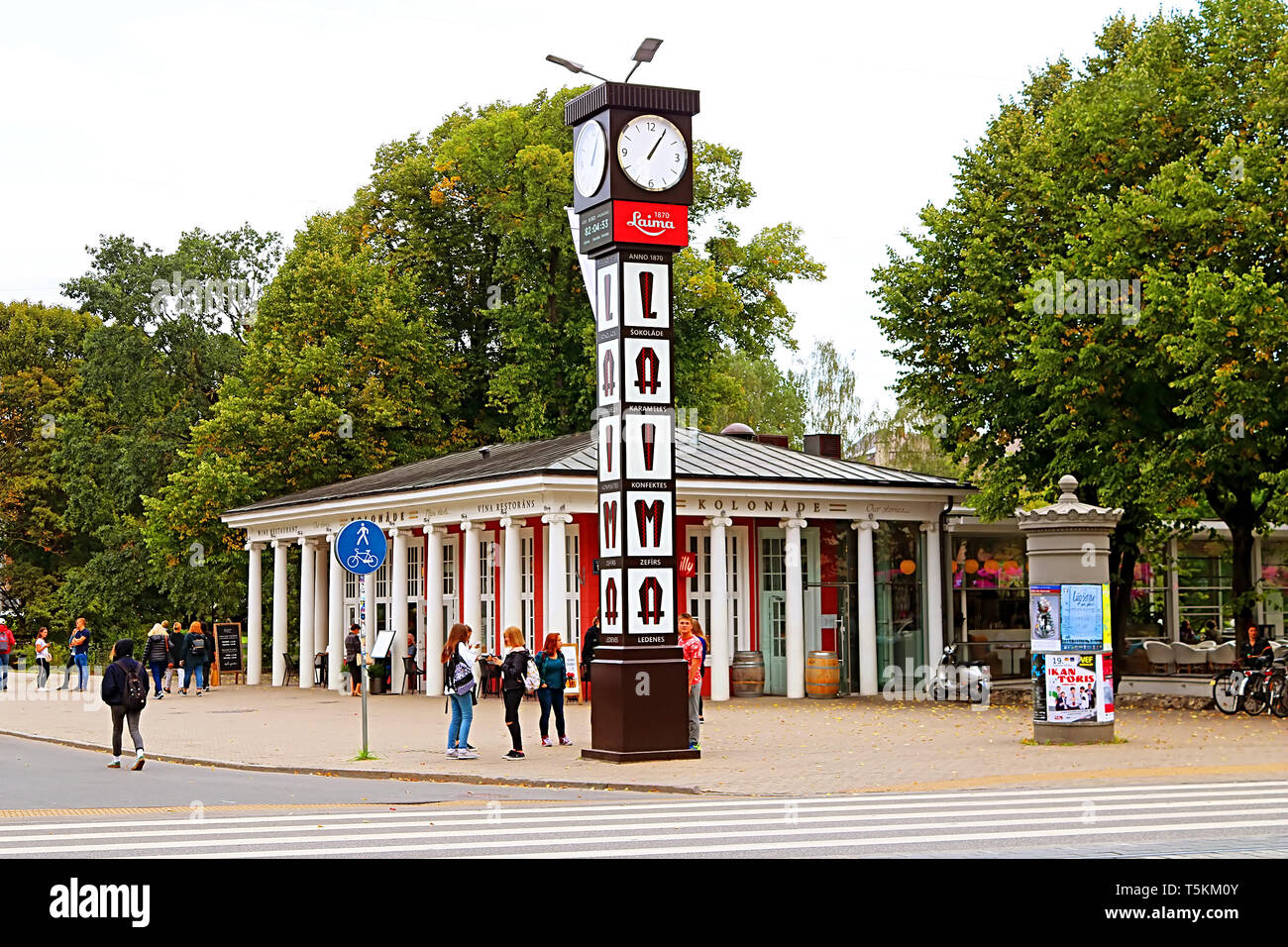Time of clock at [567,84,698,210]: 1:05
